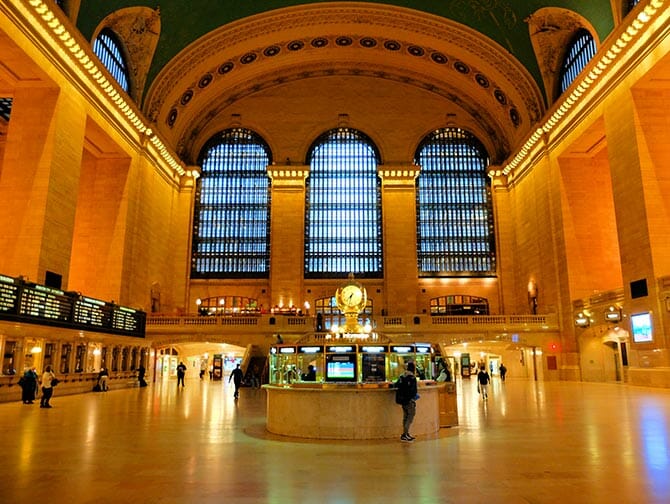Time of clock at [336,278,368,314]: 7:32
